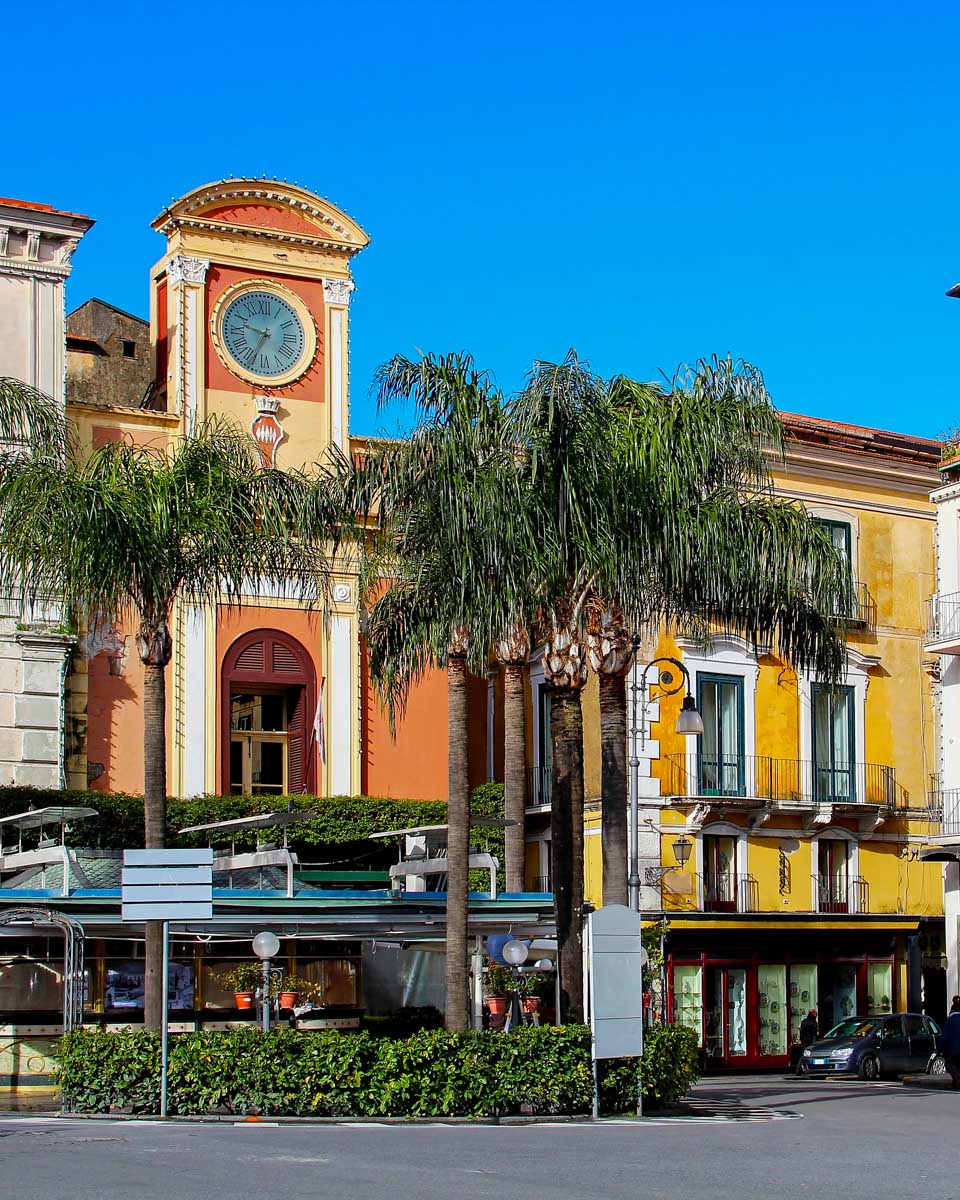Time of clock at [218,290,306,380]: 9:34
